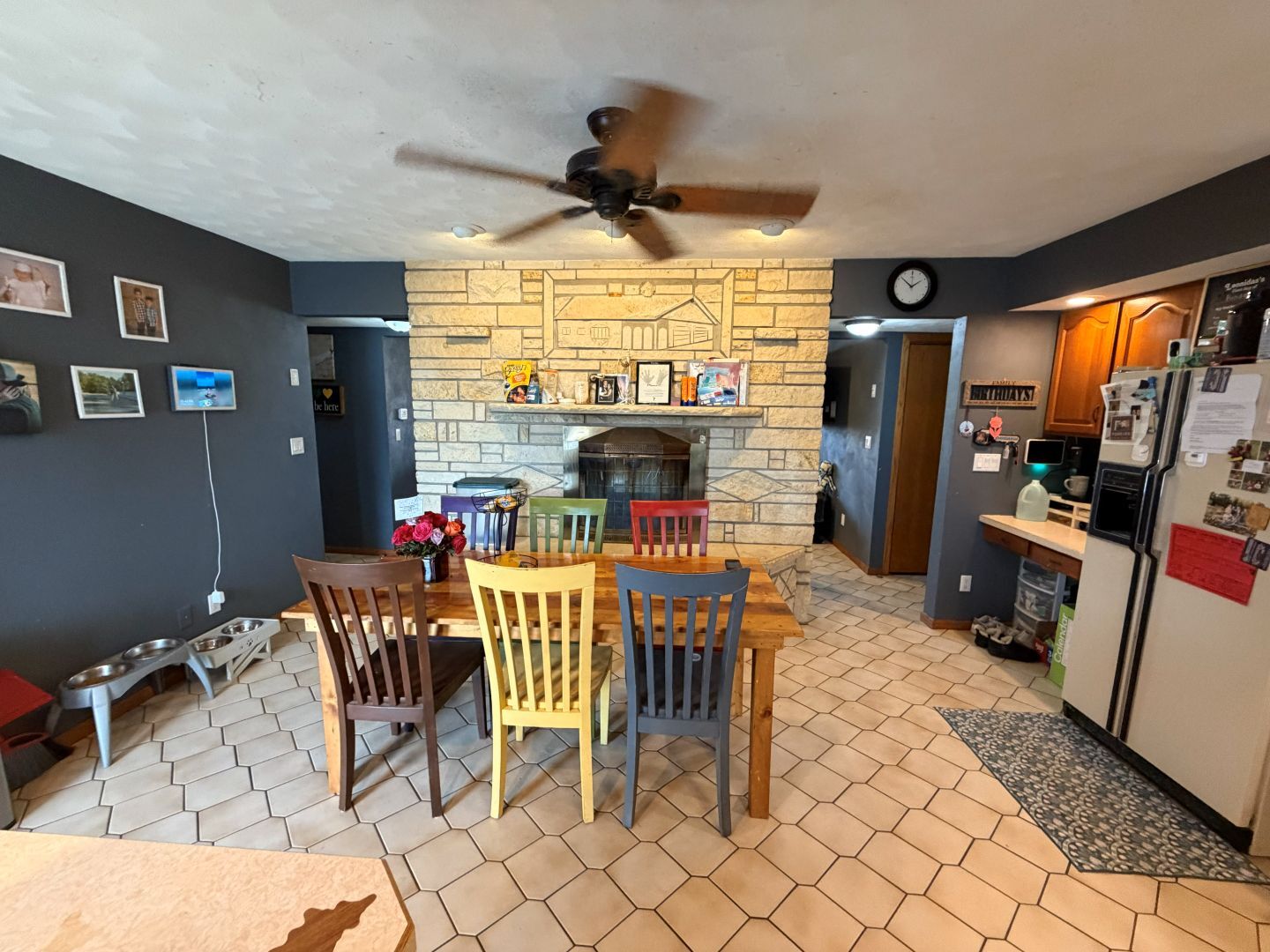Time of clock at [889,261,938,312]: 1:51
